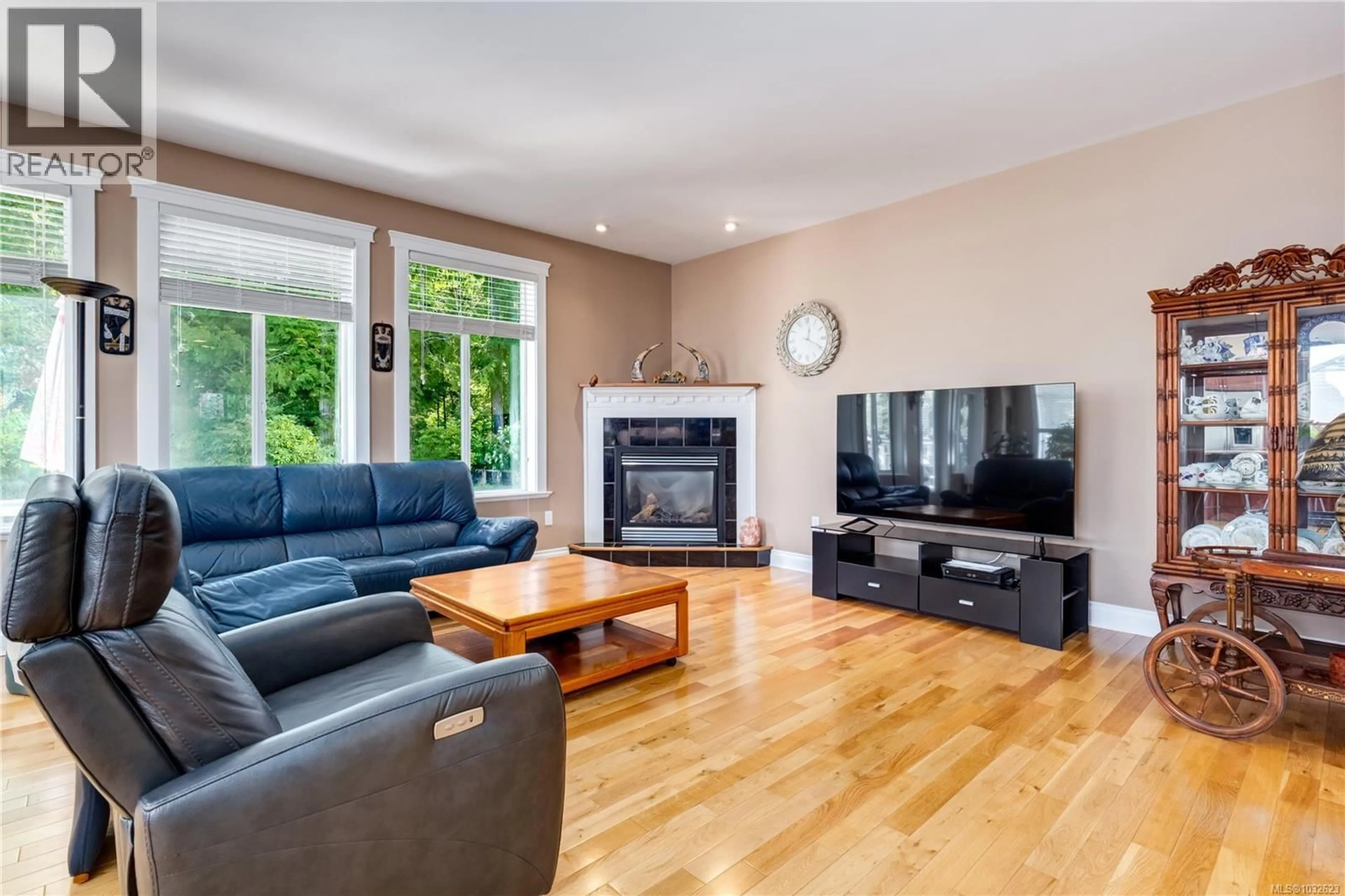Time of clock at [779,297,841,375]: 12:19
